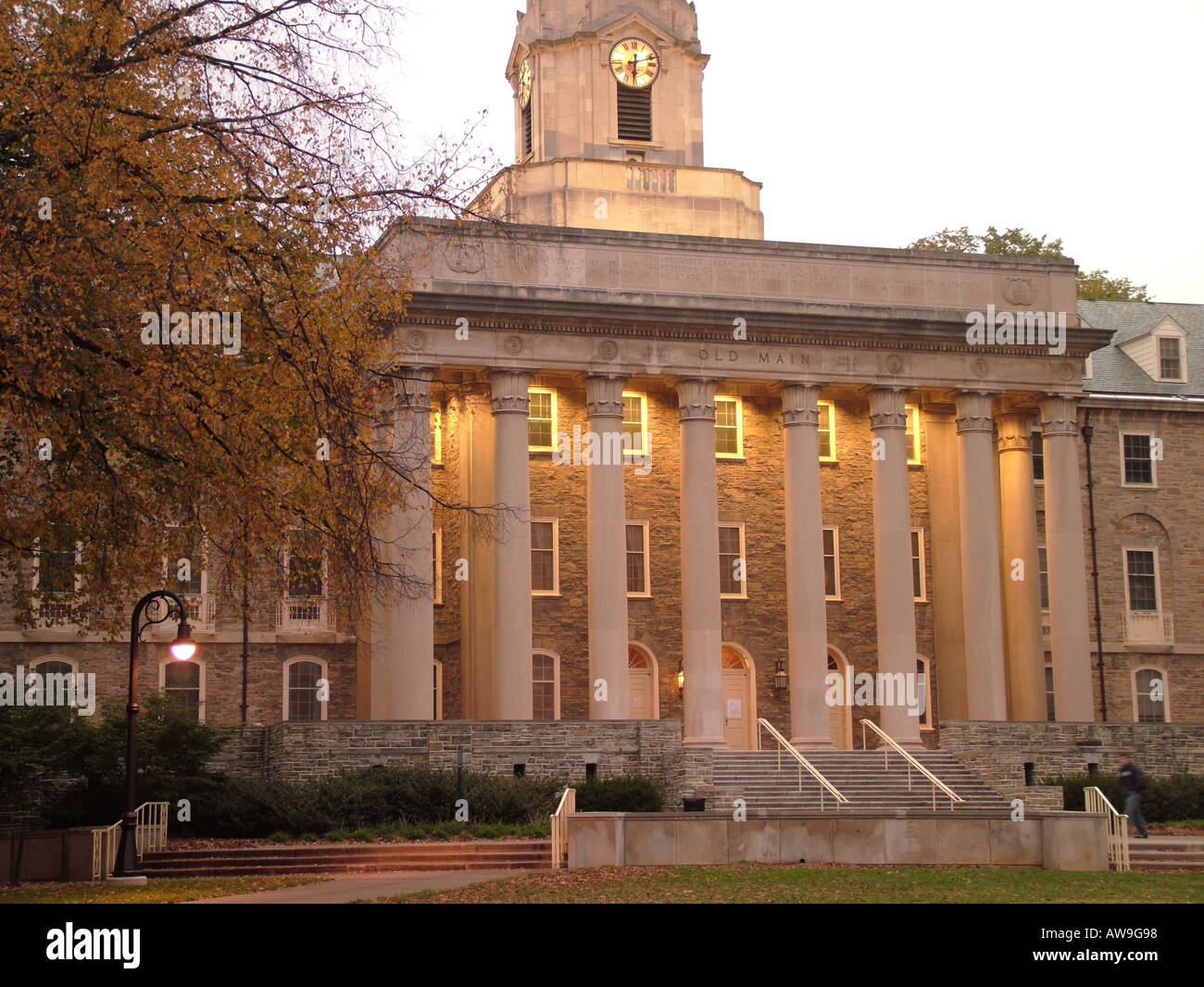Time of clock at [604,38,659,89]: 6:12
